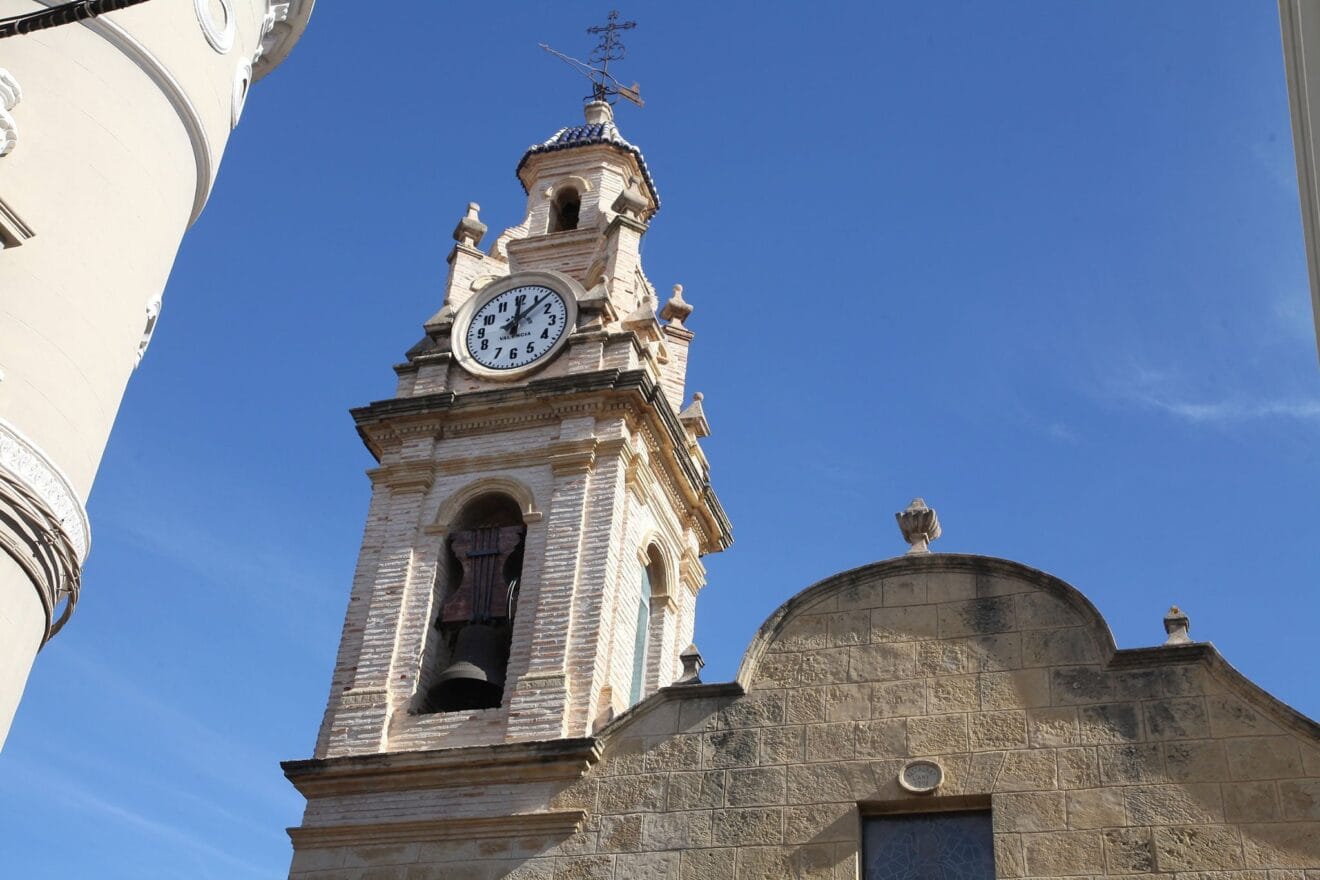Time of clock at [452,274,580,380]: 12:07
